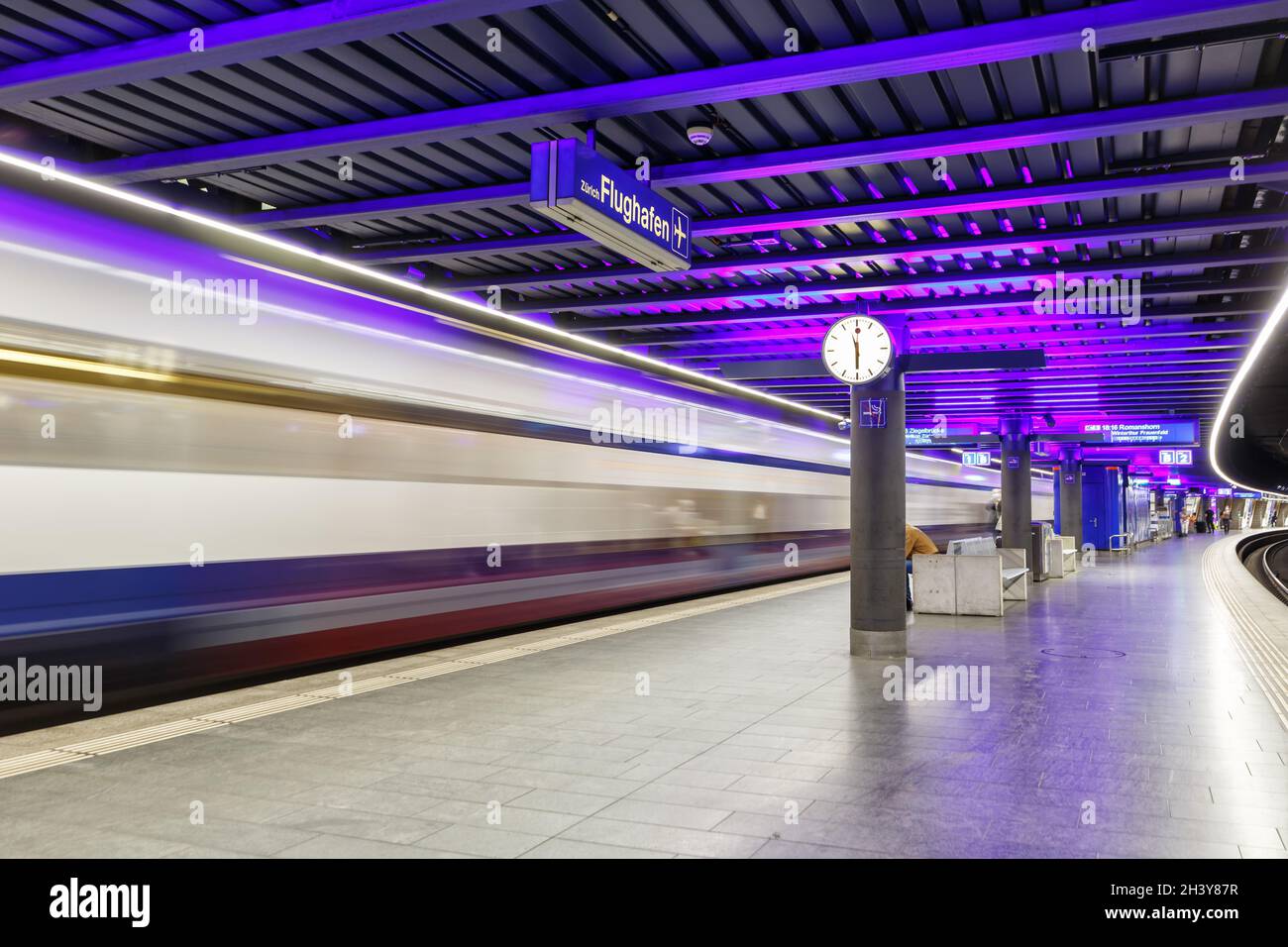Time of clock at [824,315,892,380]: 5:57
